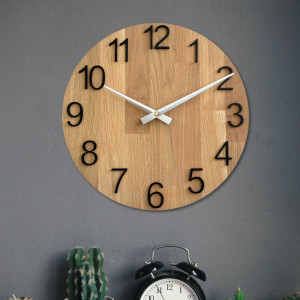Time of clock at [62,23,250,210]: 10:10
